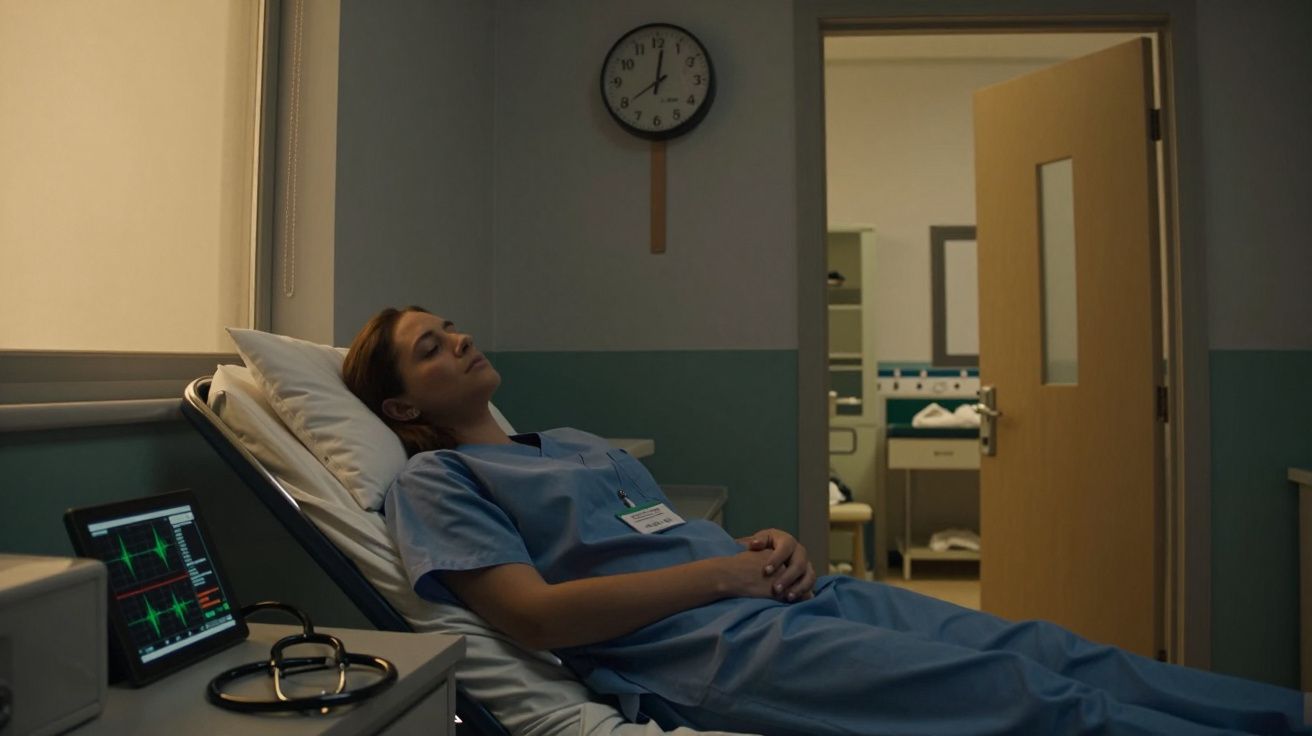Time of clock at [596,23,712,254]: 8:01
